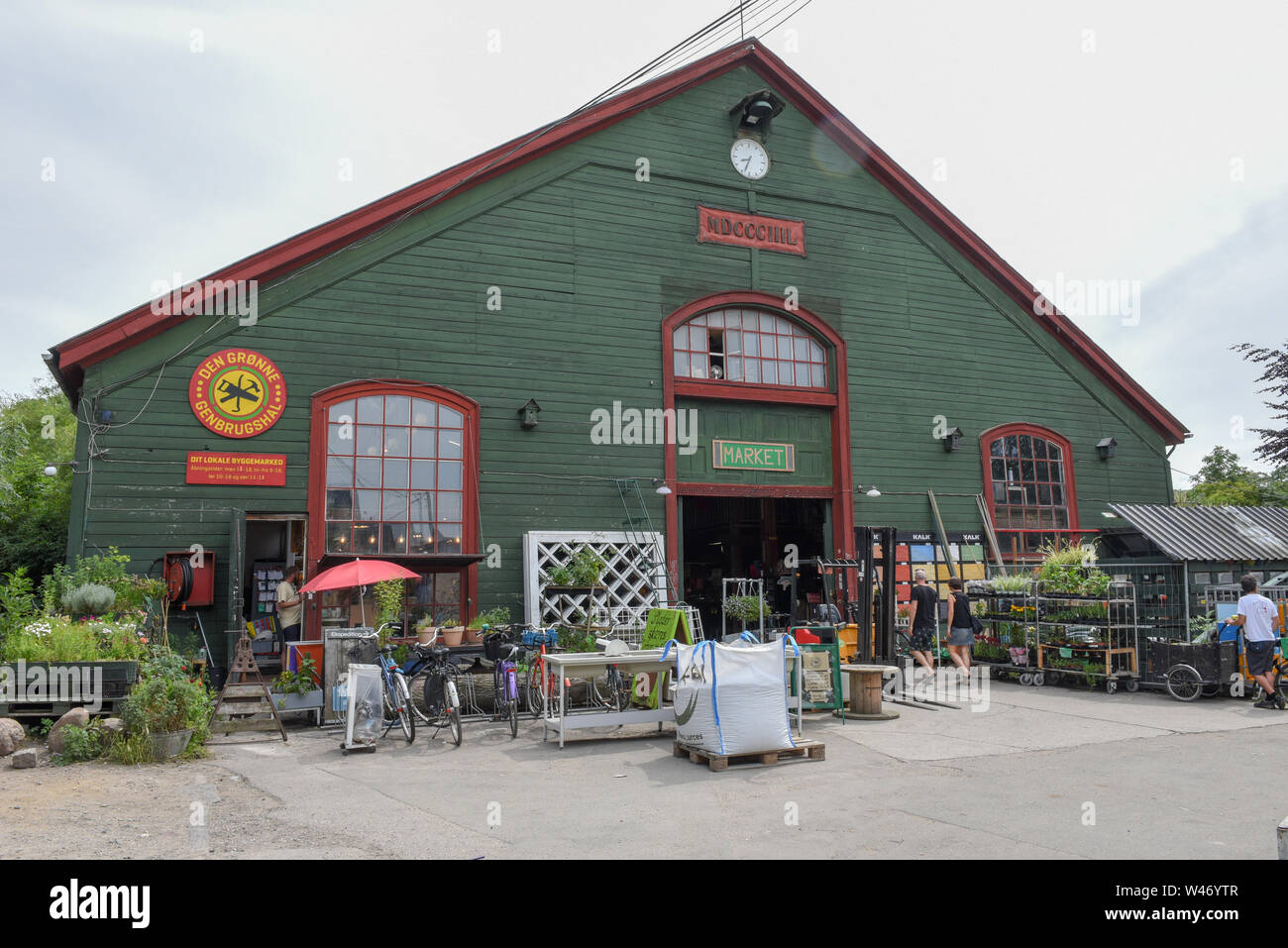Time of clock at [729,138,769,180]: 8:33
